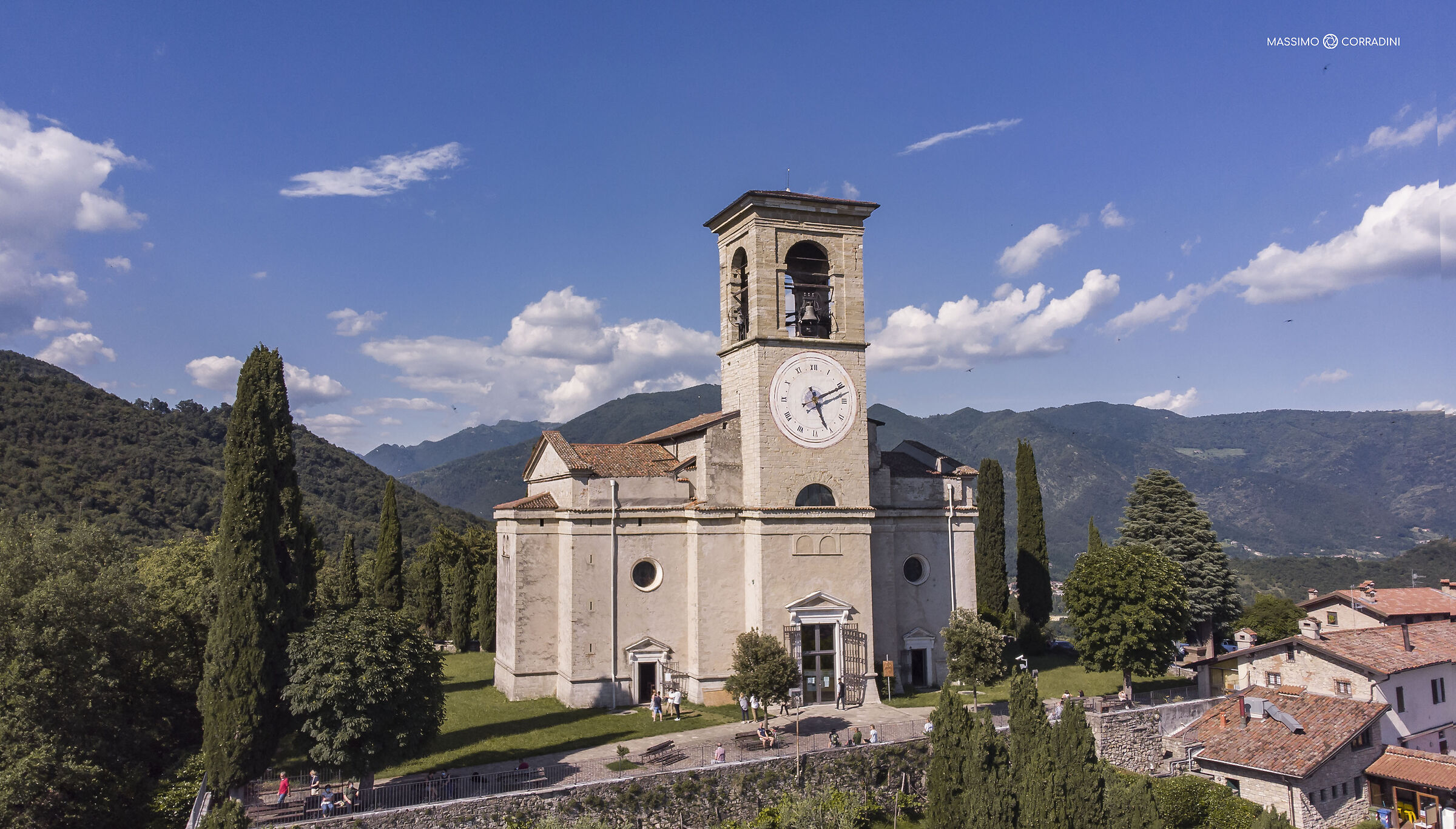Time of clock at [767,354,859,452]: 5:11
